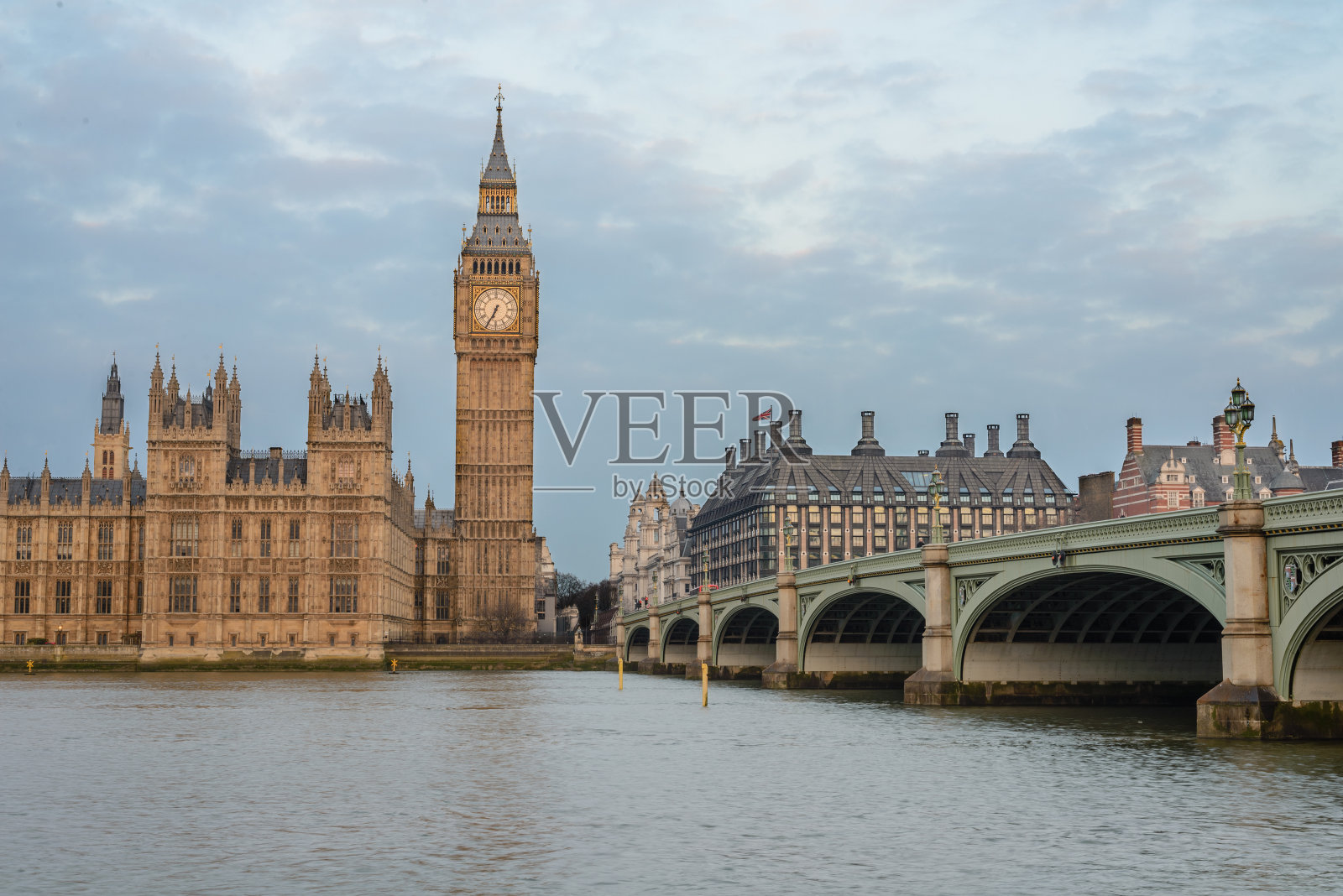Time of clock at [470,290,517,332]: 6:34
